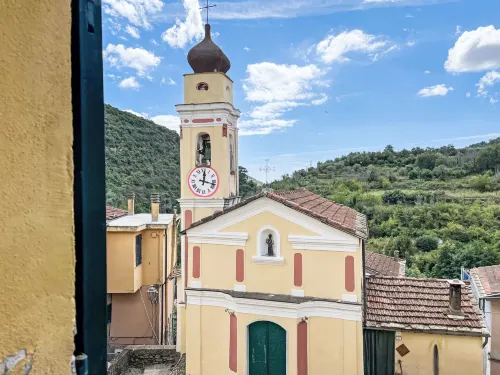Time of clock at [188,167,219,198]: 12:17
